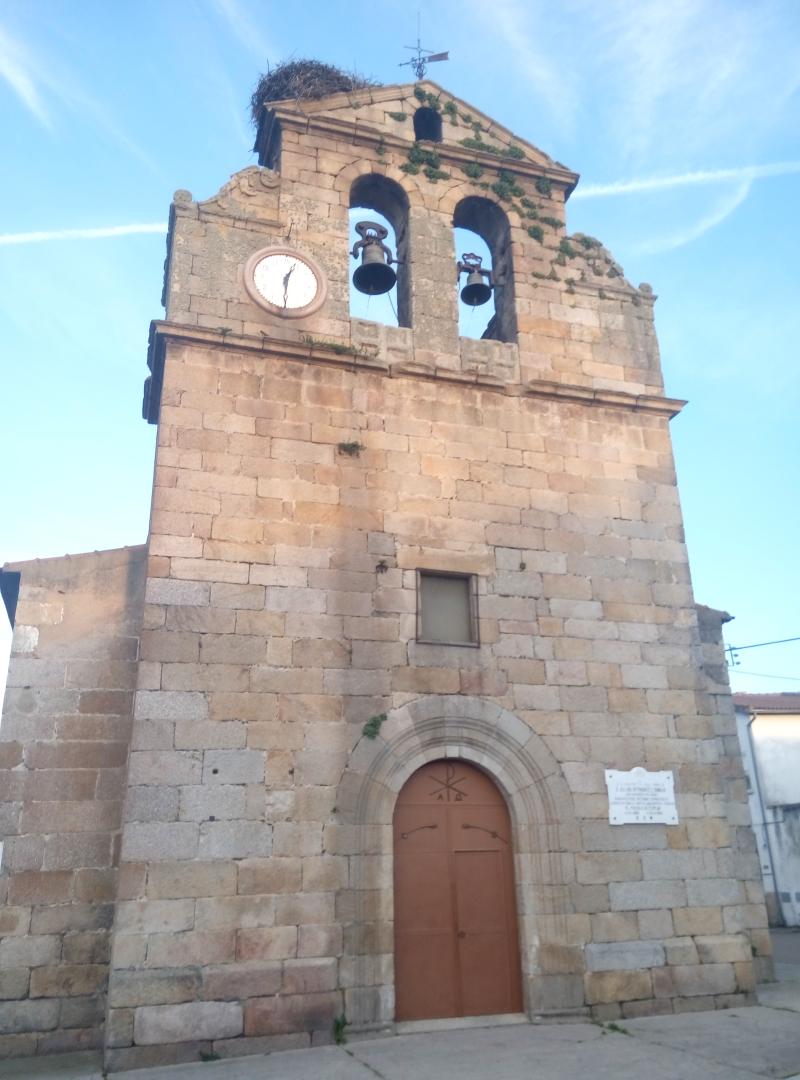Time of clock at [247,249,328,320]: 12:29
